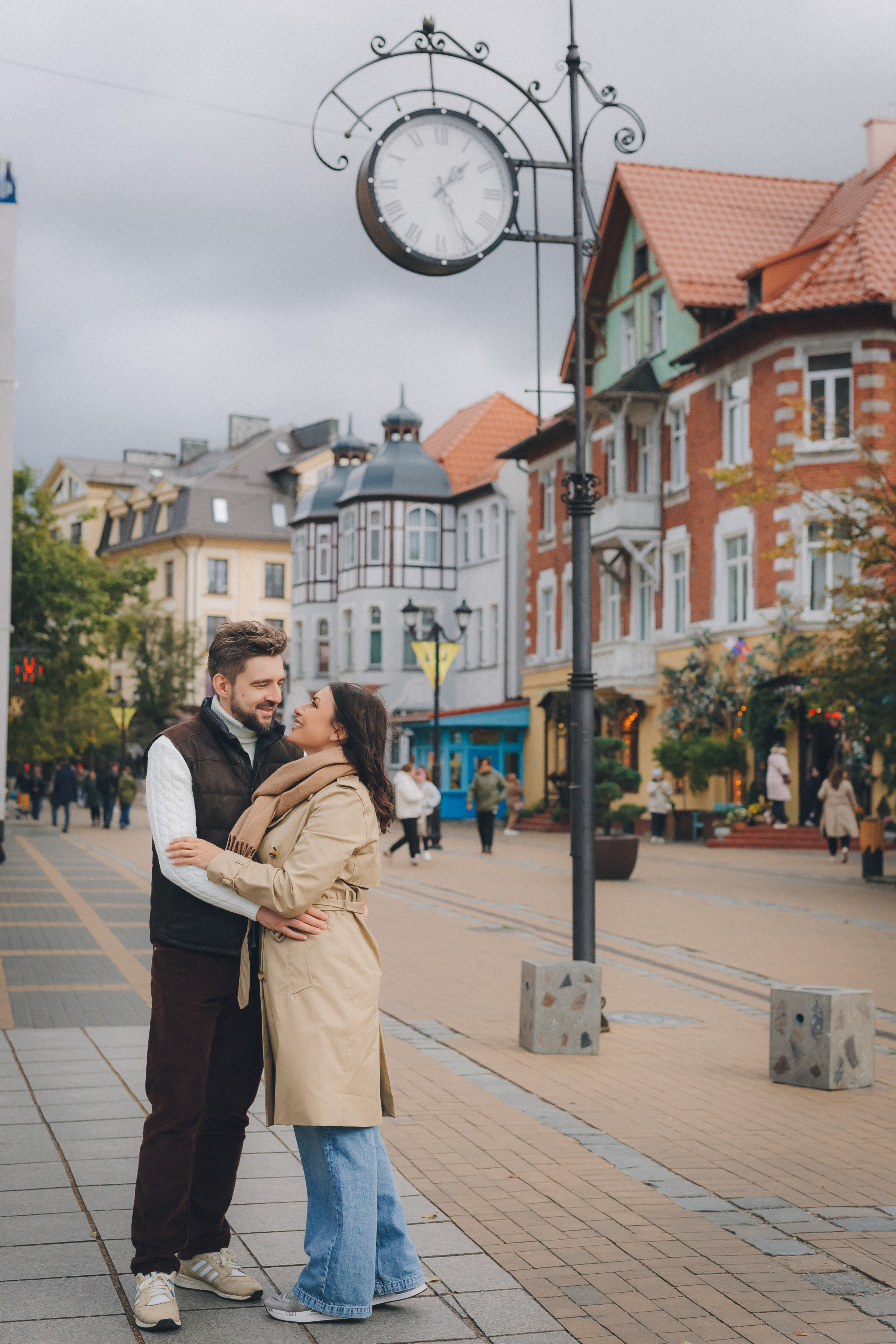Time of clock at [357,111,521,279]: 1:25
